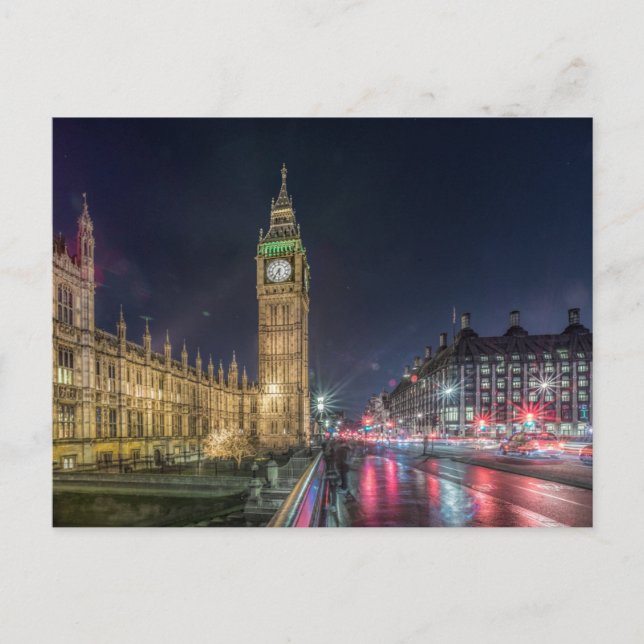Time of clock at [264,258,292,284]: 5:35
